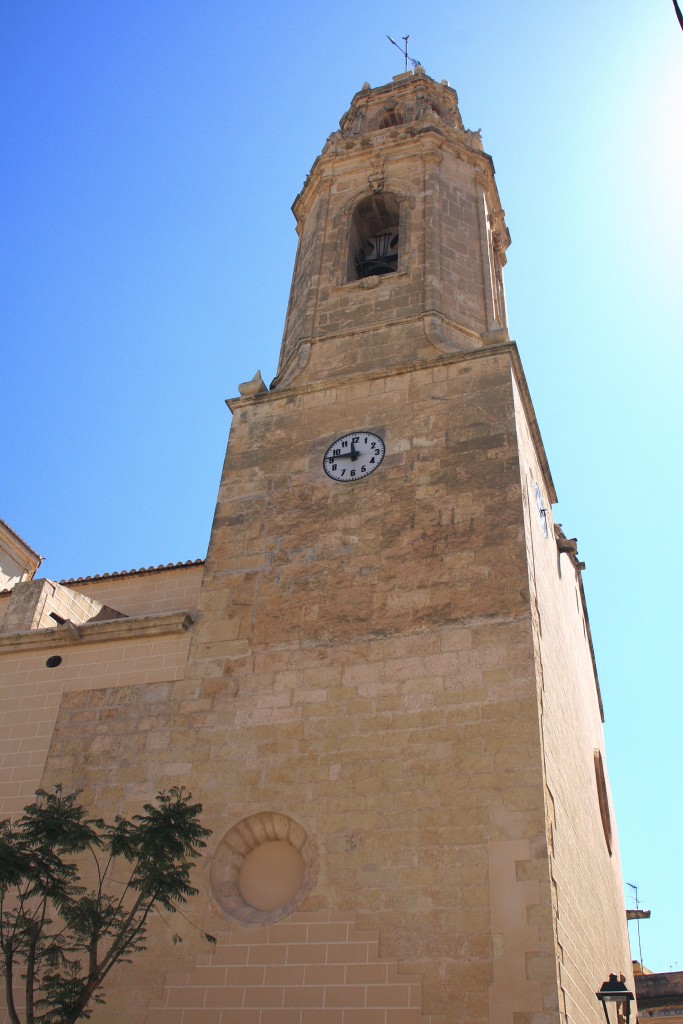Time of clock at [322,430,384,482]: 11:46
